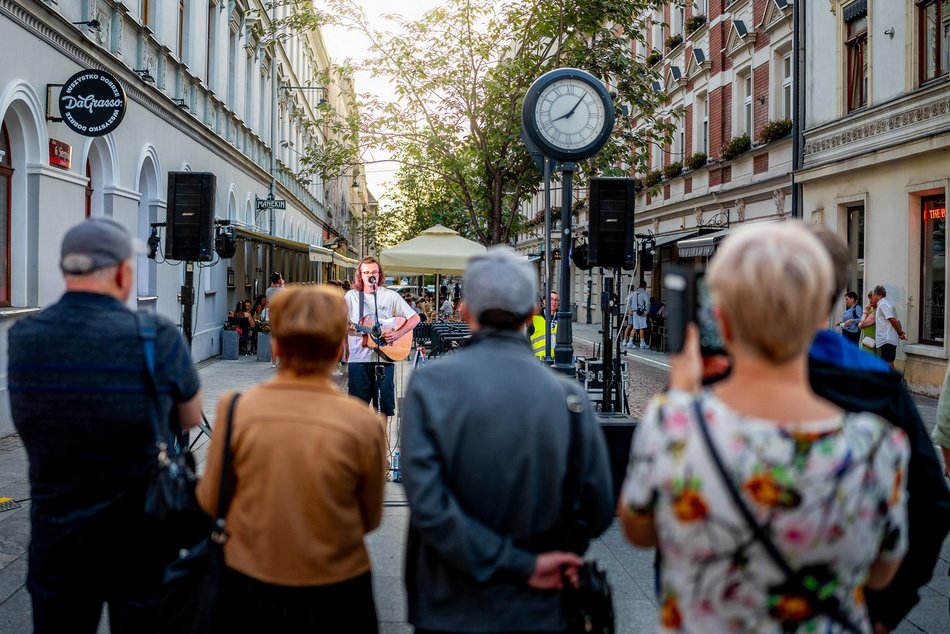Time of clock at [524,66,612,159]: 8:06
